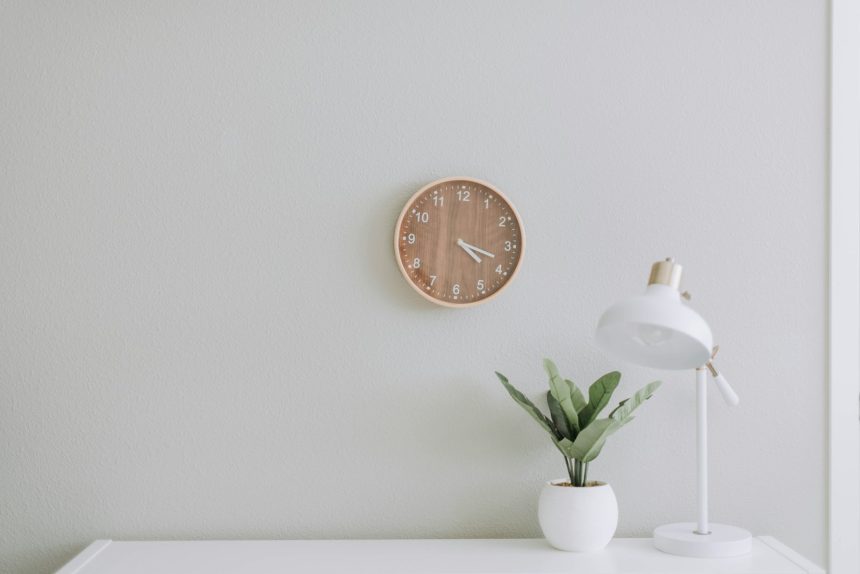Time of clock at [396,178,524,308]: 4:18
